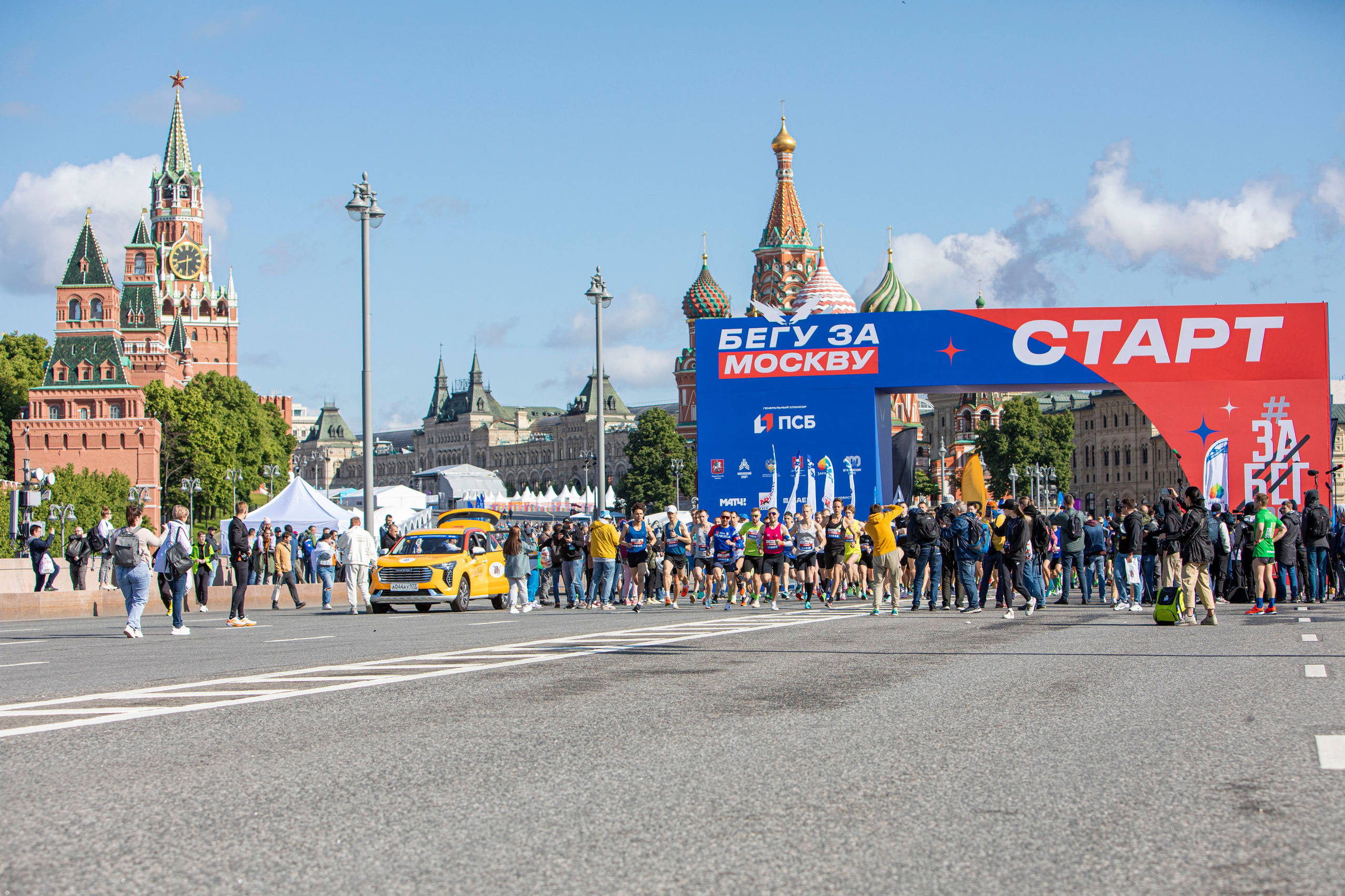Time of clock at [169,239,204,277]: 8:30
